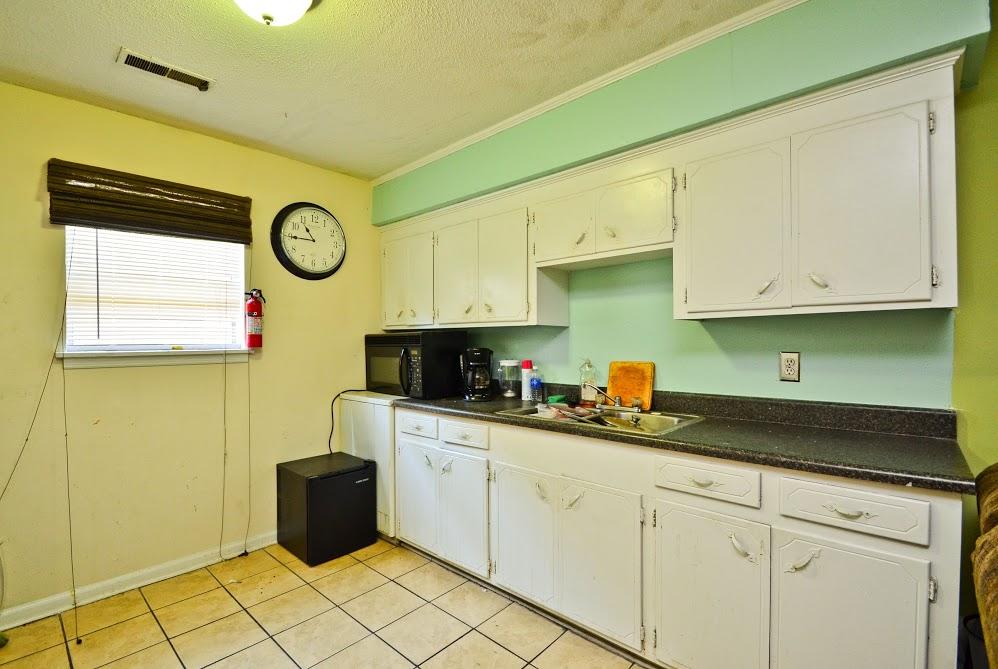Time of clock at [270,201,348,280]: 10:45
